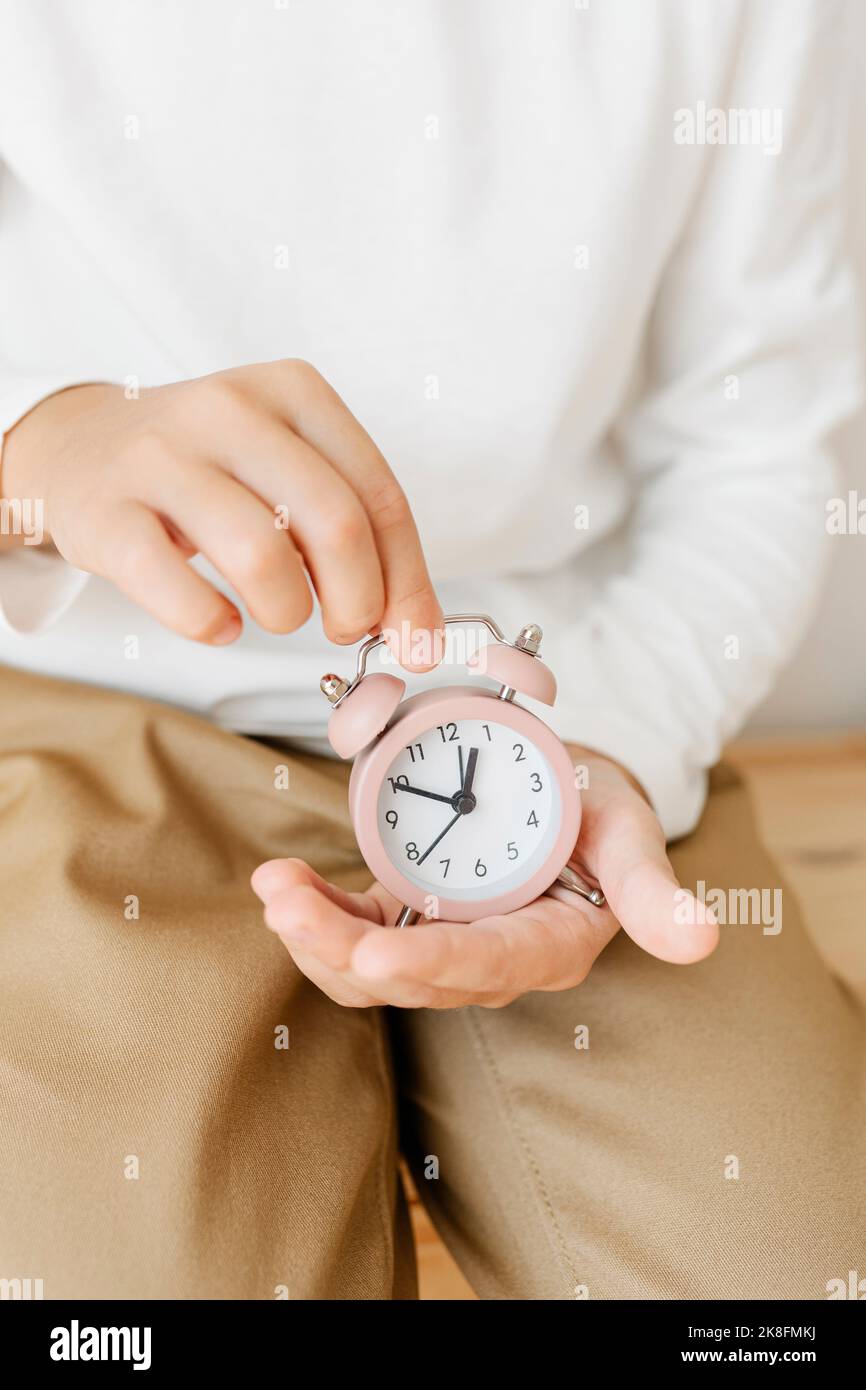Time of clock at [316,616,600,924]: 12:49
